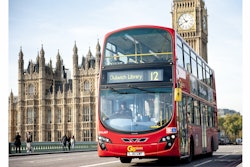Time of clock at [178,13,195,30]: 10:41
